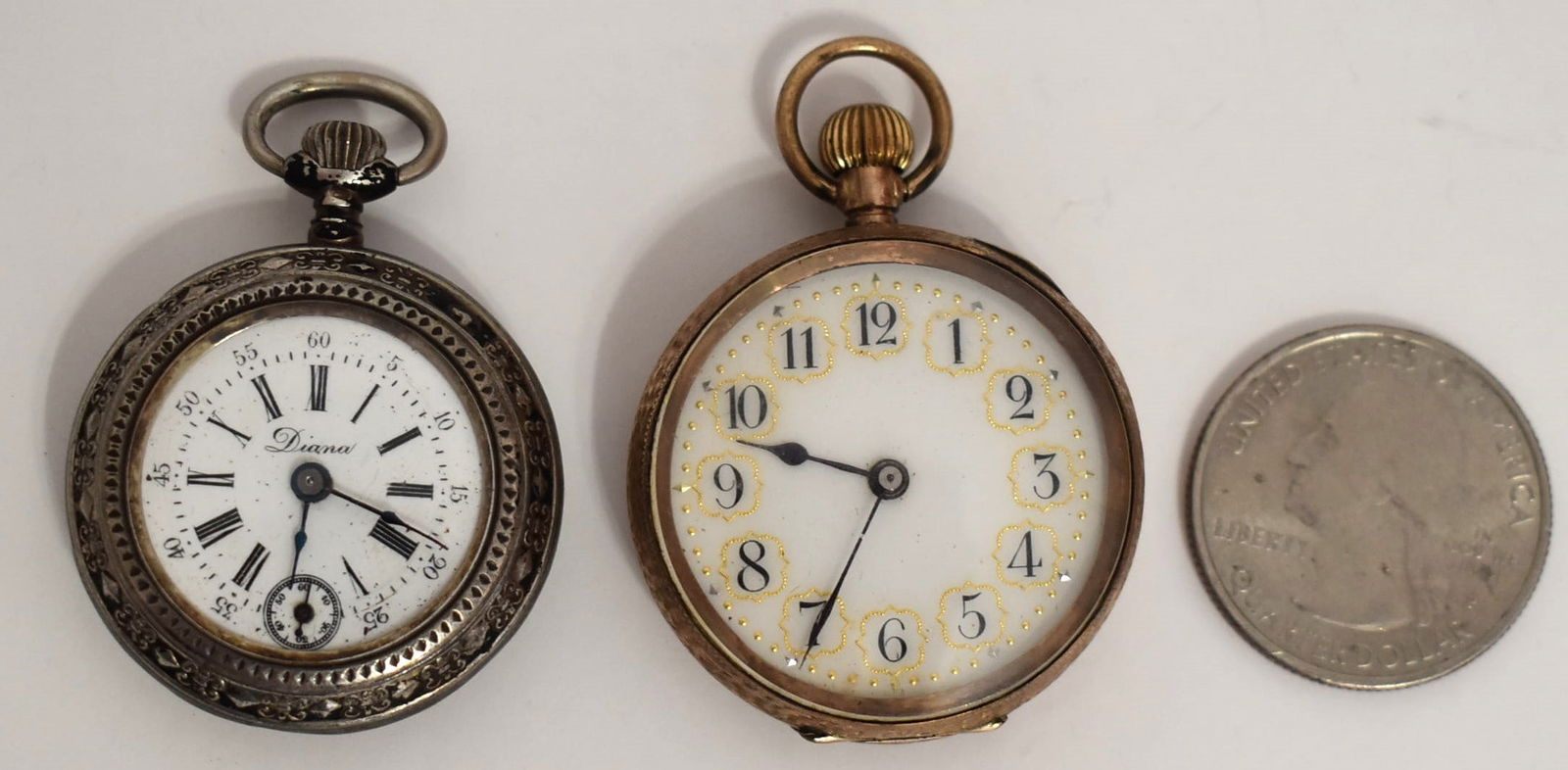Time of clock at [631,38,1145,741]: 9:34
